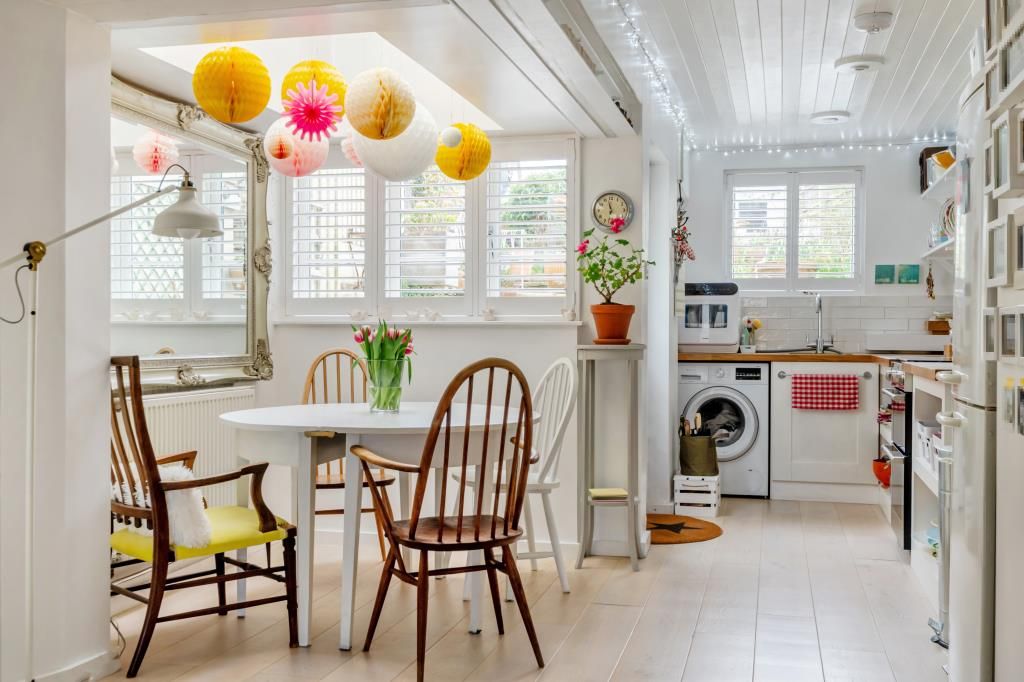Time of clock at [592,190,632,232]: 11:32
